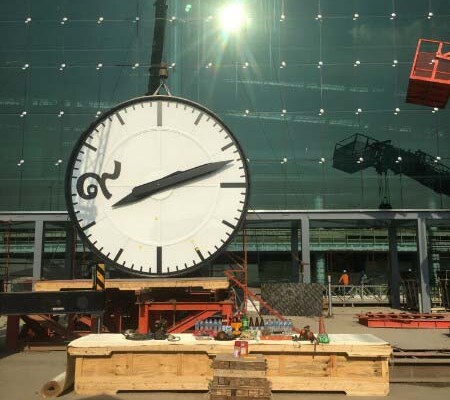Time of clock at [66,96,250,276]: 8:12
